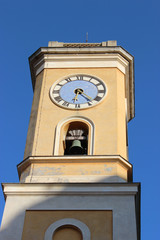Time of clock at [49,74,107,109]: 6:23
